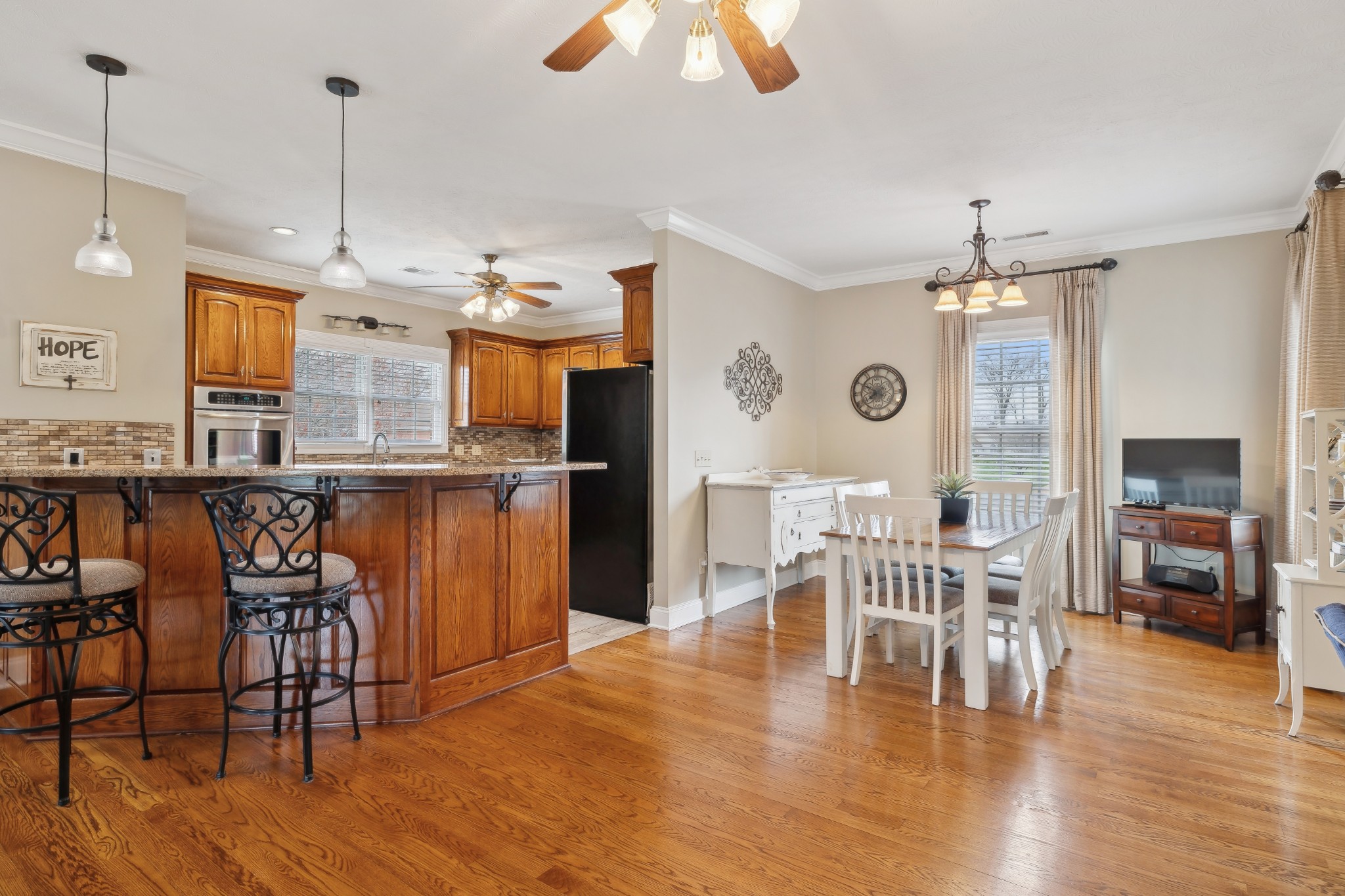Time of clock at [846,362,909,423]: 7:49
